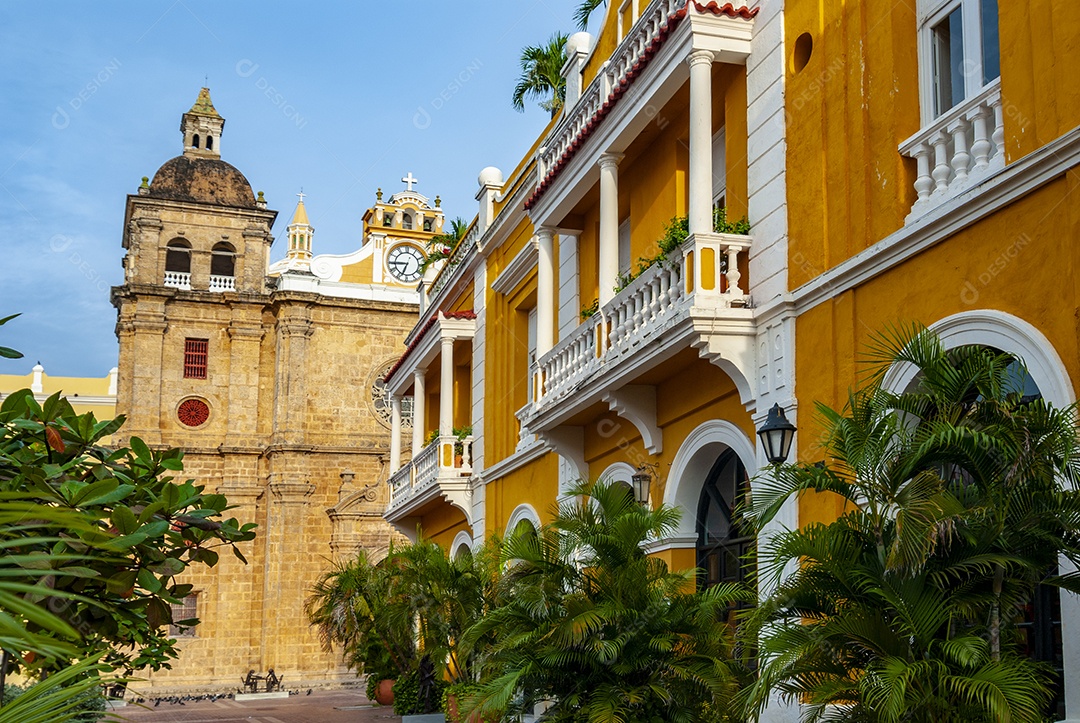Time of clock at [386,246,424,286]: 6:44
